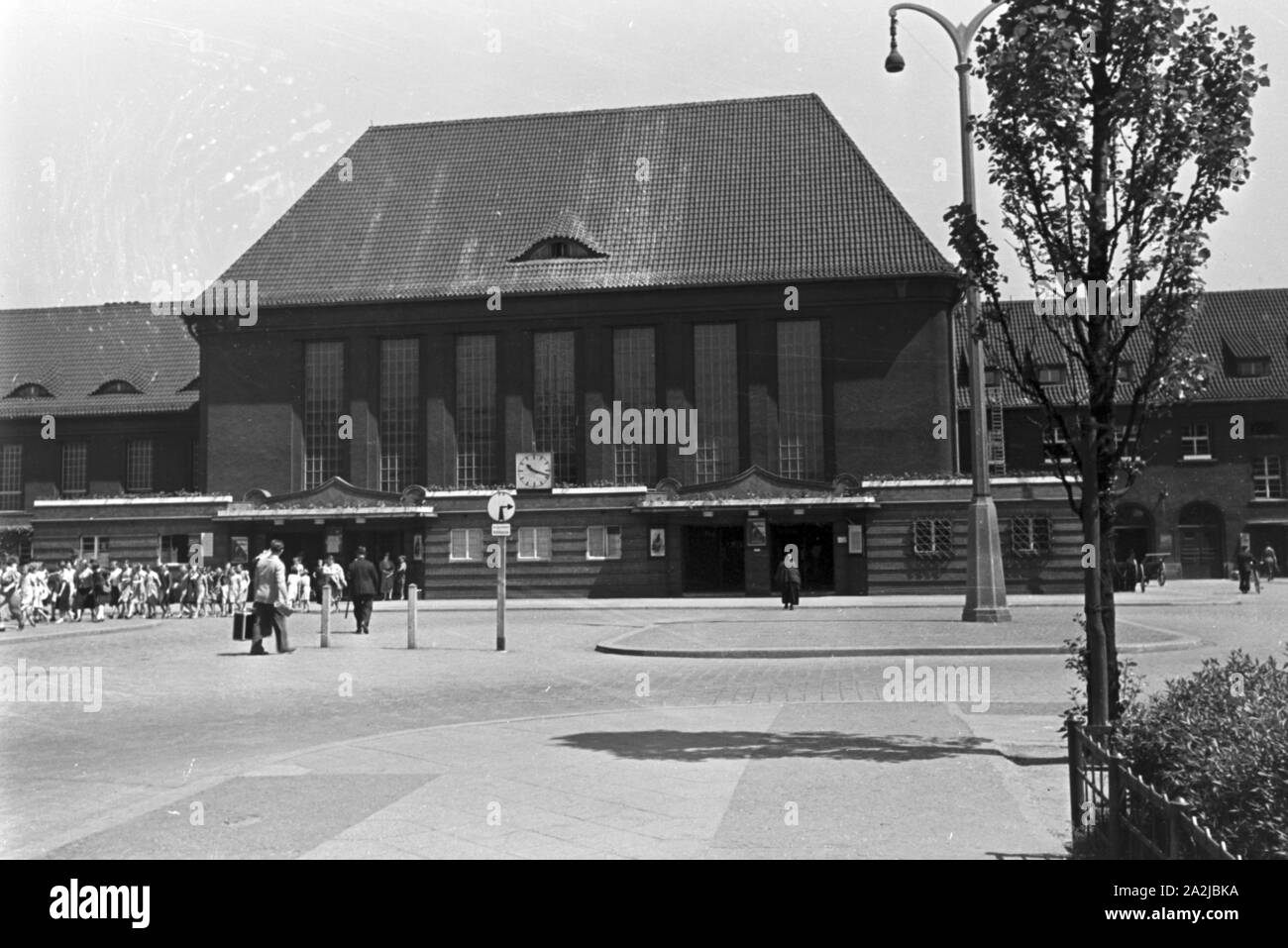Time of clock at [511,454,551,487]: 10:18
